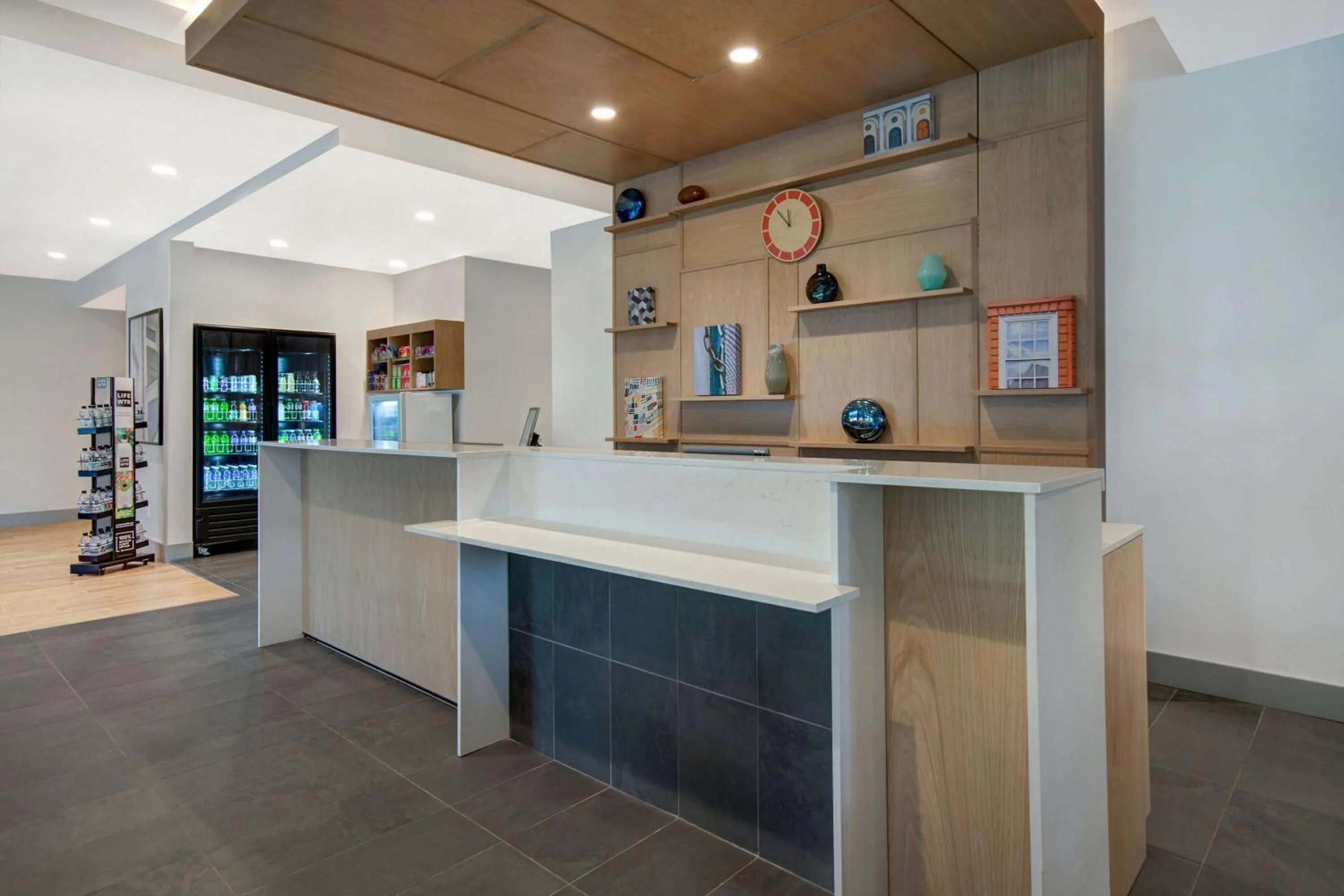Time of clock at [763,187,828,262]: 11:53
